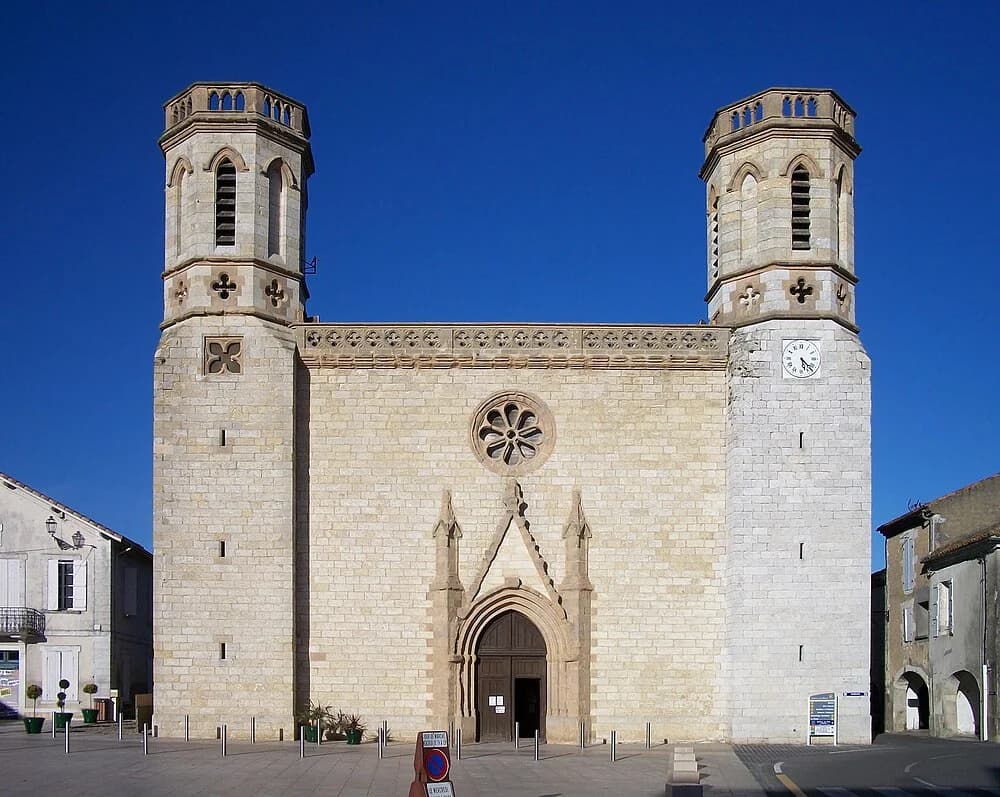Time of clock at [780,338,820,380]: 5:22
